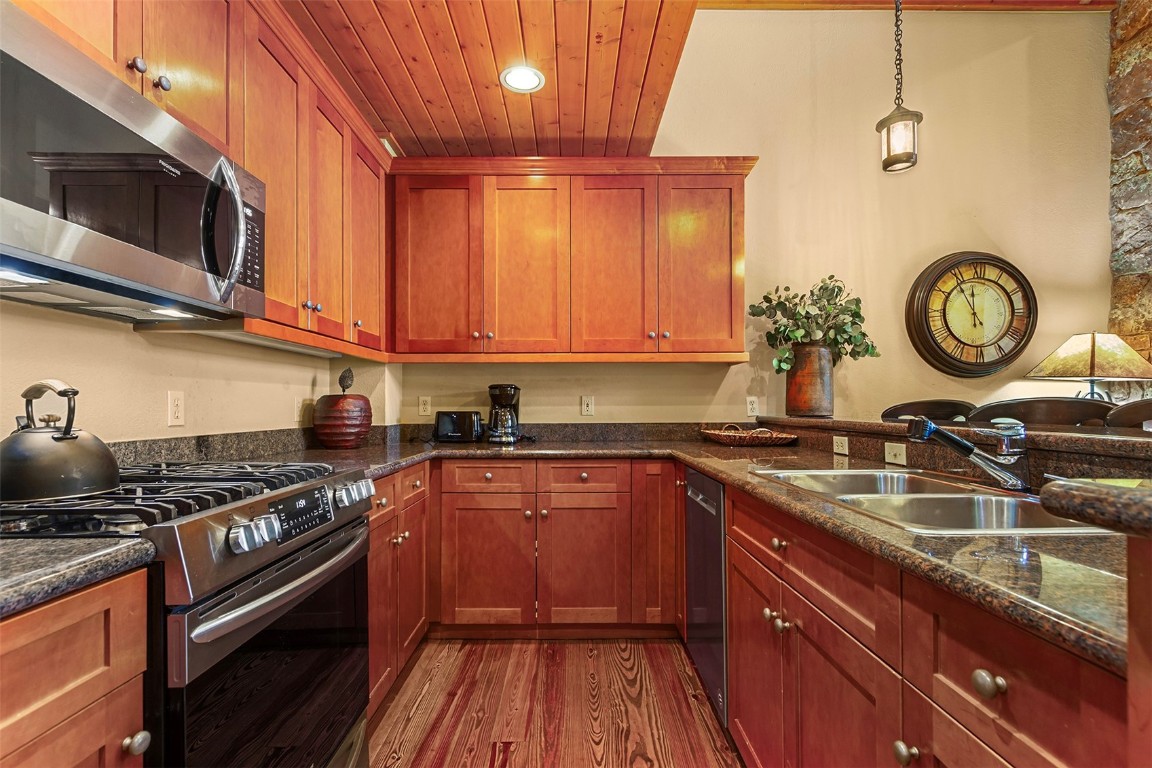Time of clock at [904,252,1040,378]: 11:54
